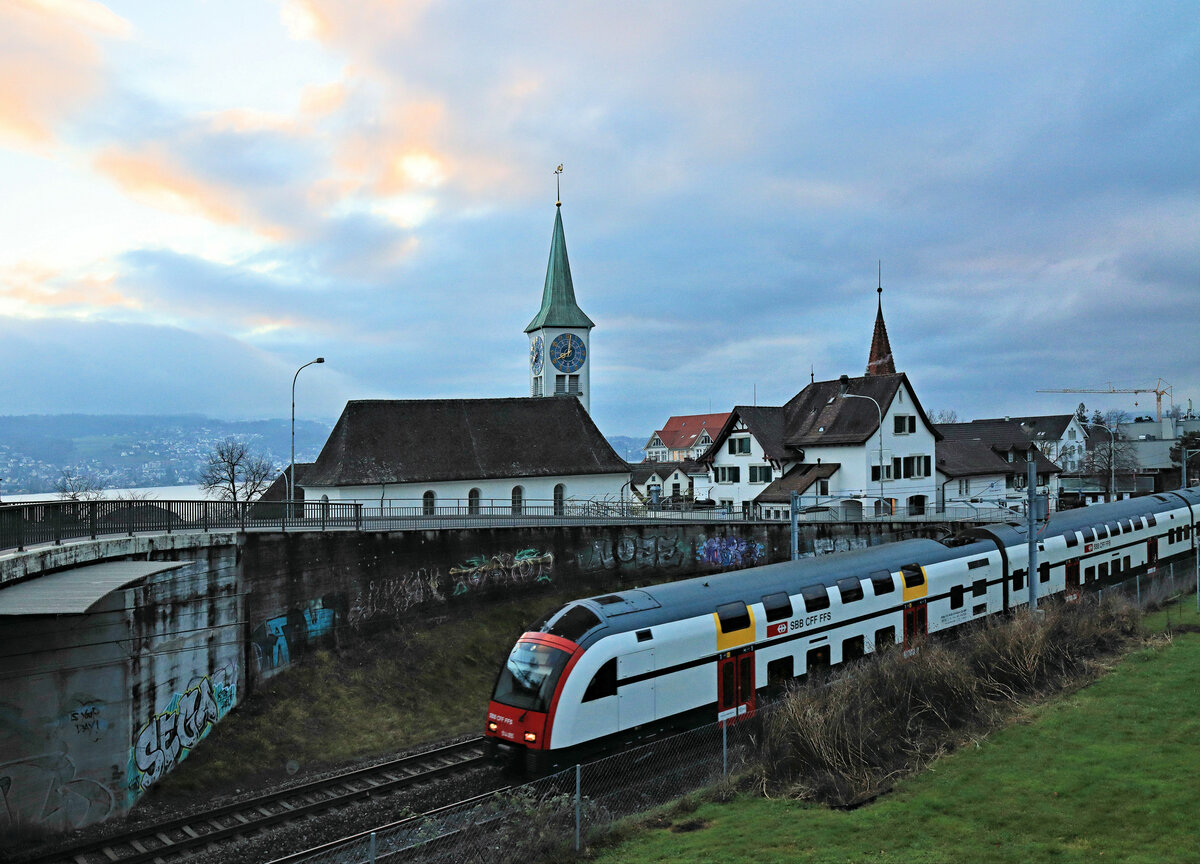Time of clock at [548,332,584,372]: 8:01
